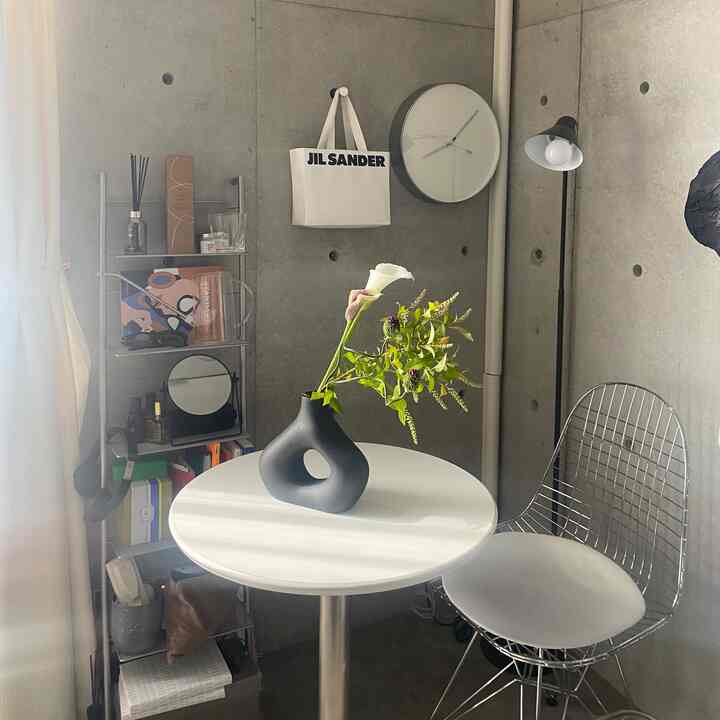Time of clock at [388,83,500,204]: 8:07
